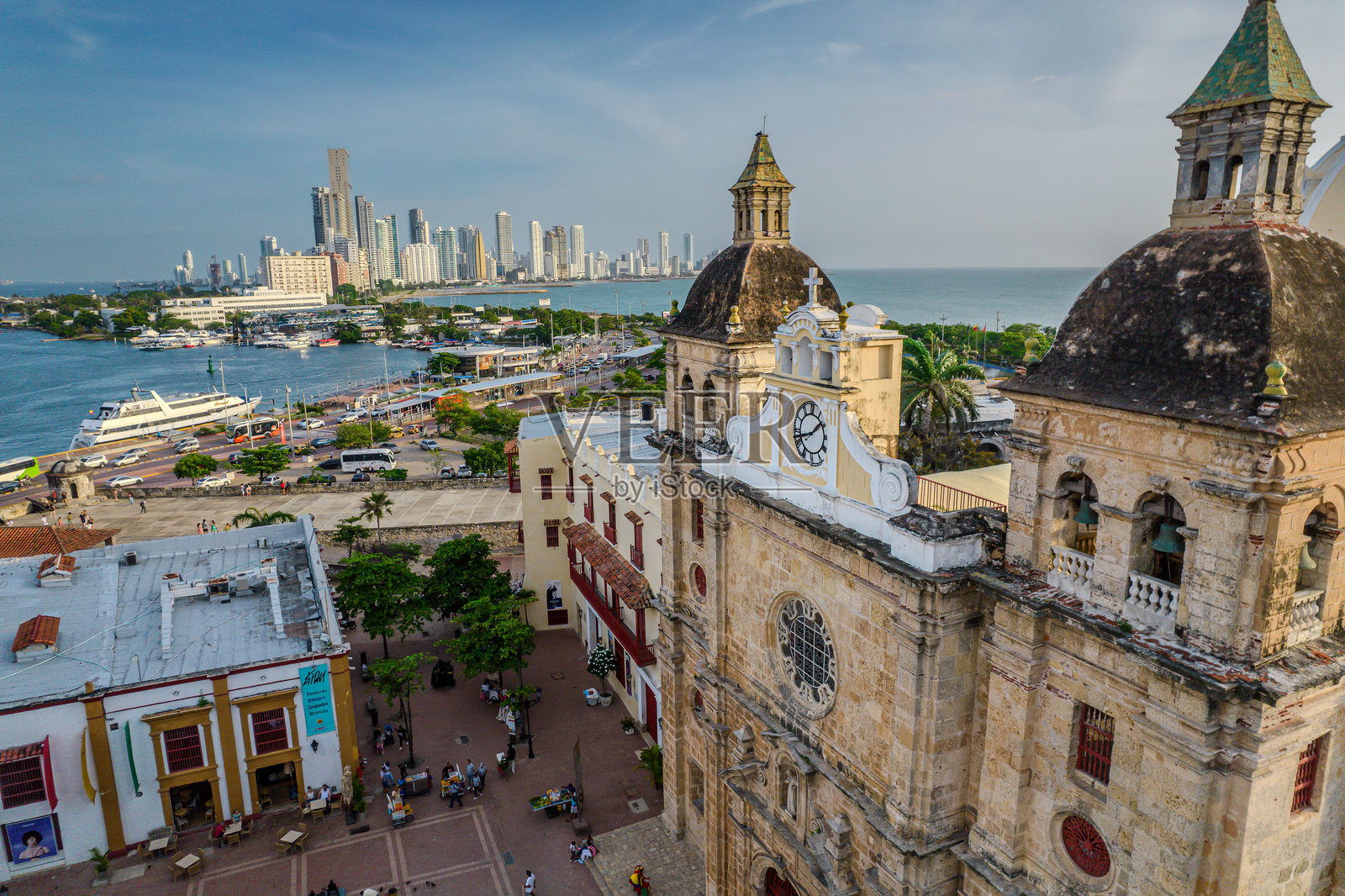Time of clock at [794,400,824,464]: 1:42
